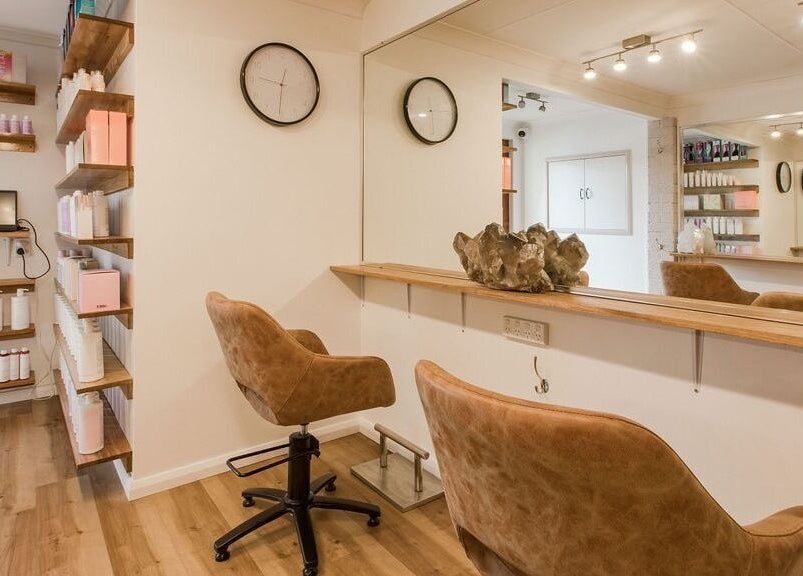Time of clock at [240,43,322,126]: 12:30
